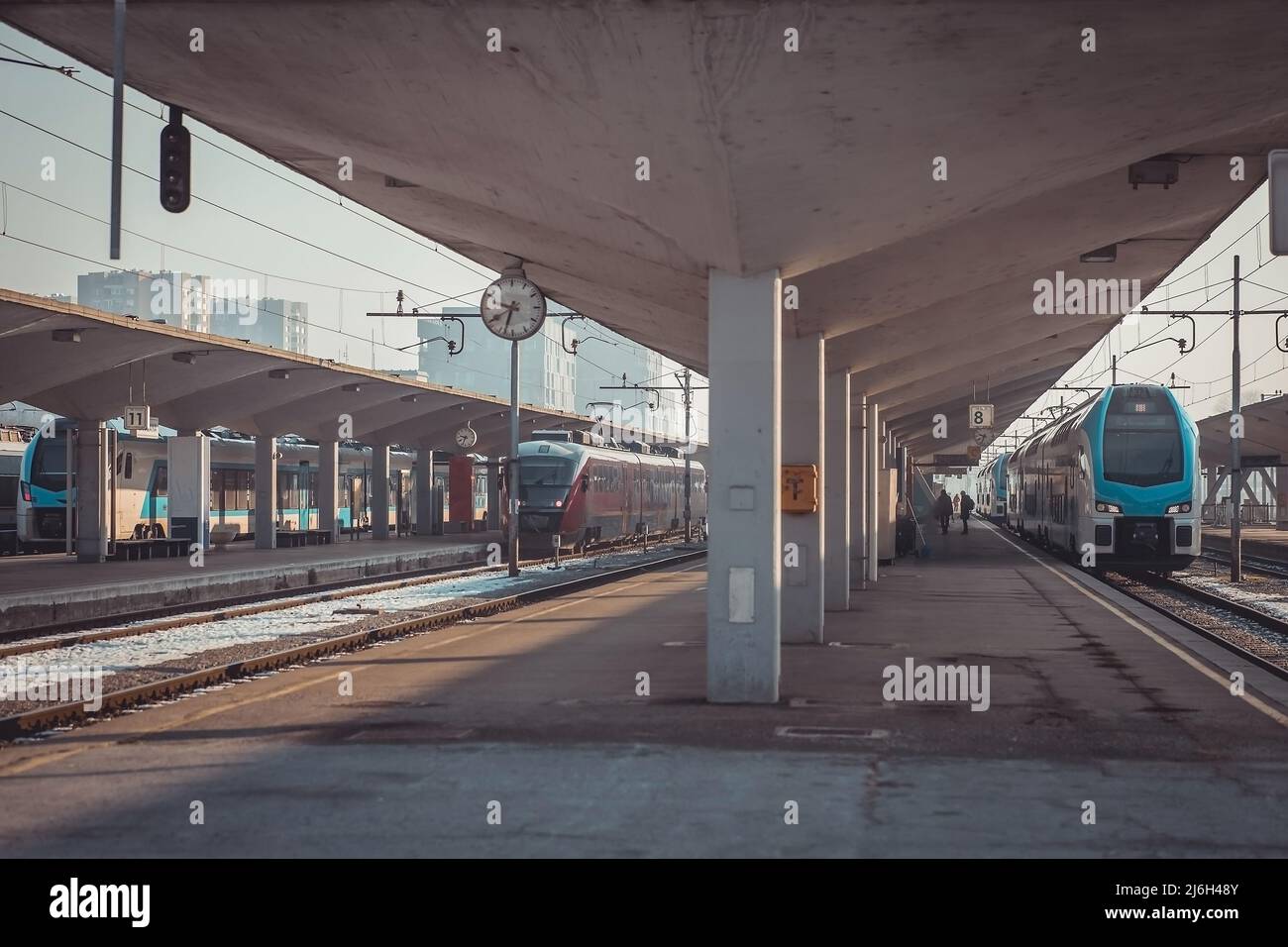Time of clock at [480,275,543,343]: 6:40
